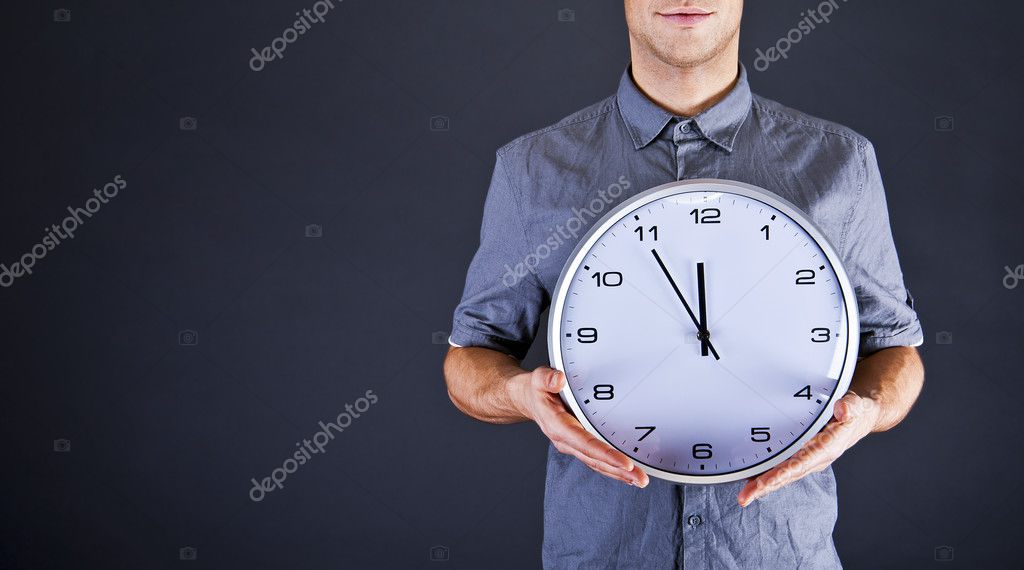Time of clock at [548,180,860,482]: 11:54
